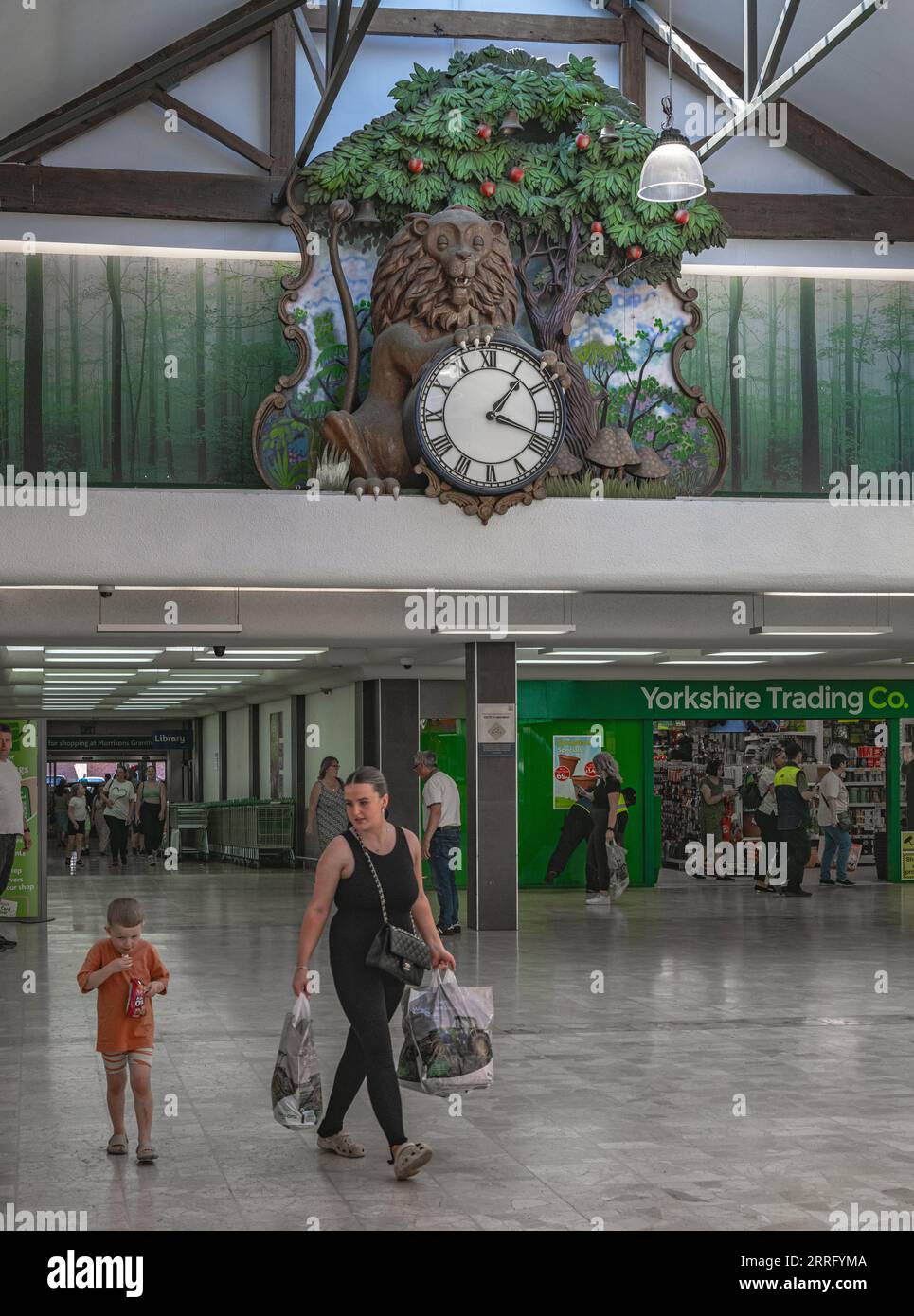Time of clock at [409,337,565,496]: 1:18
